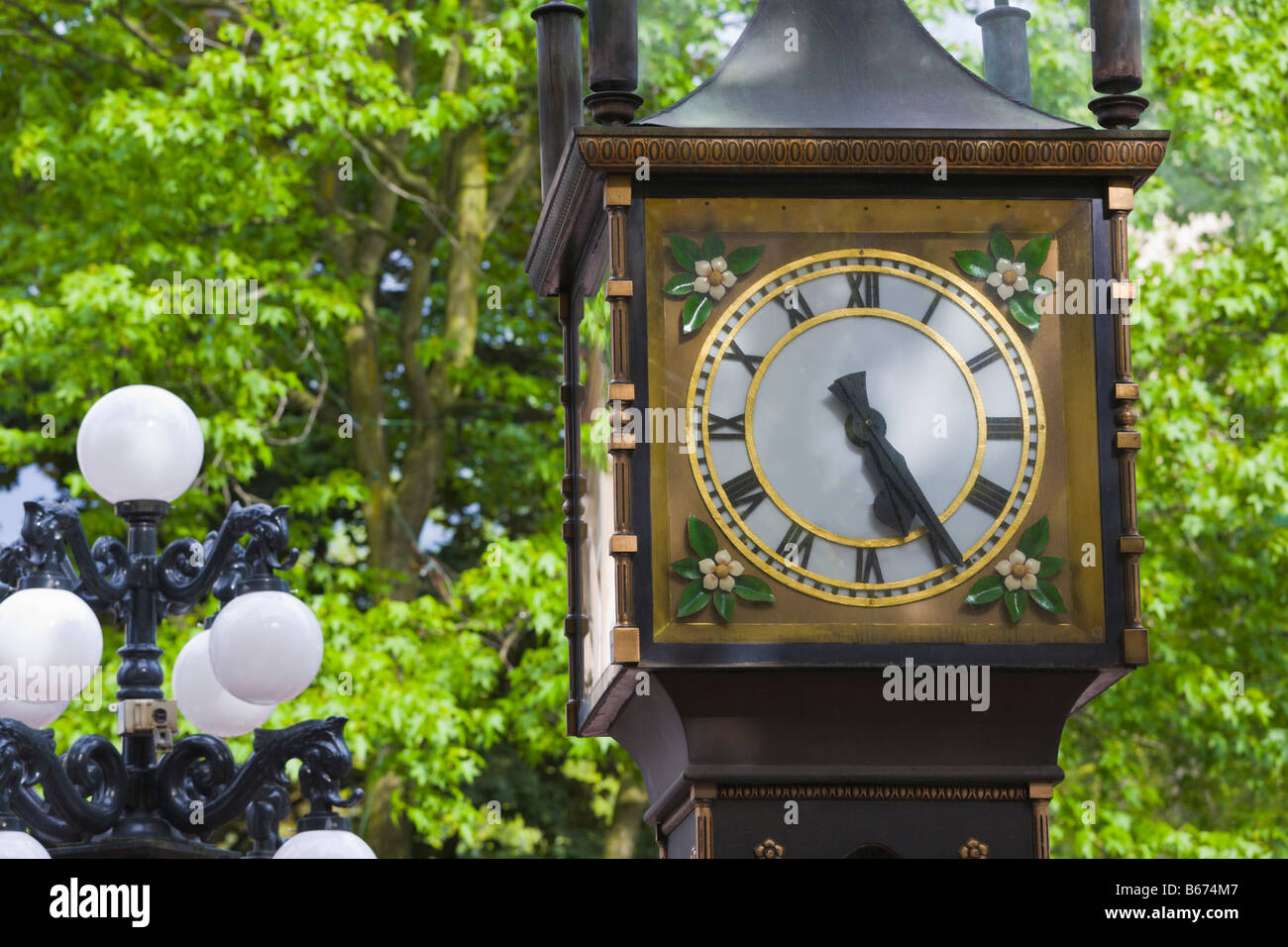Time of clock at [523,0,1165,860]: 5:24
